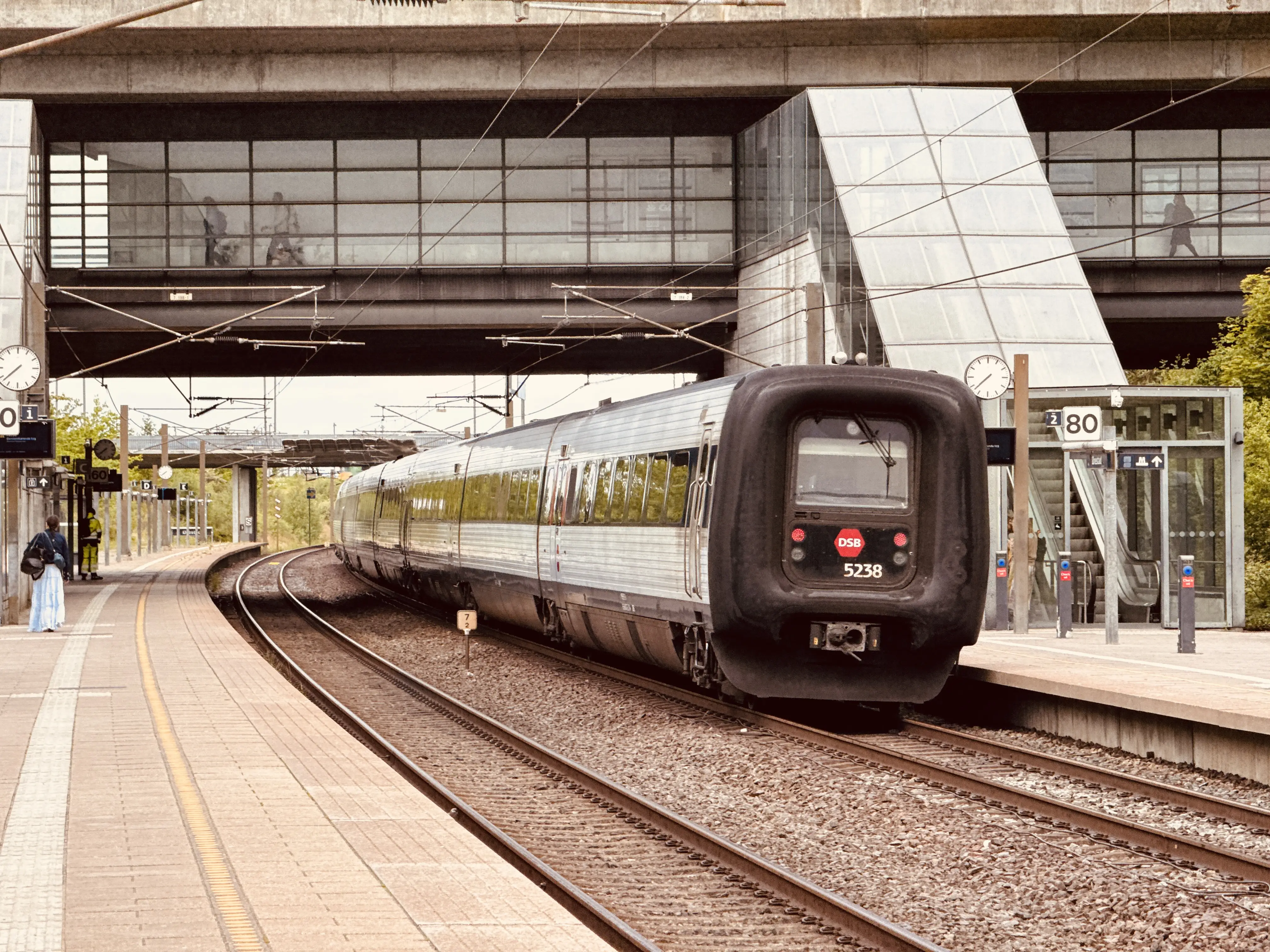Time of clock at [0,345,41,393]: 7:37
